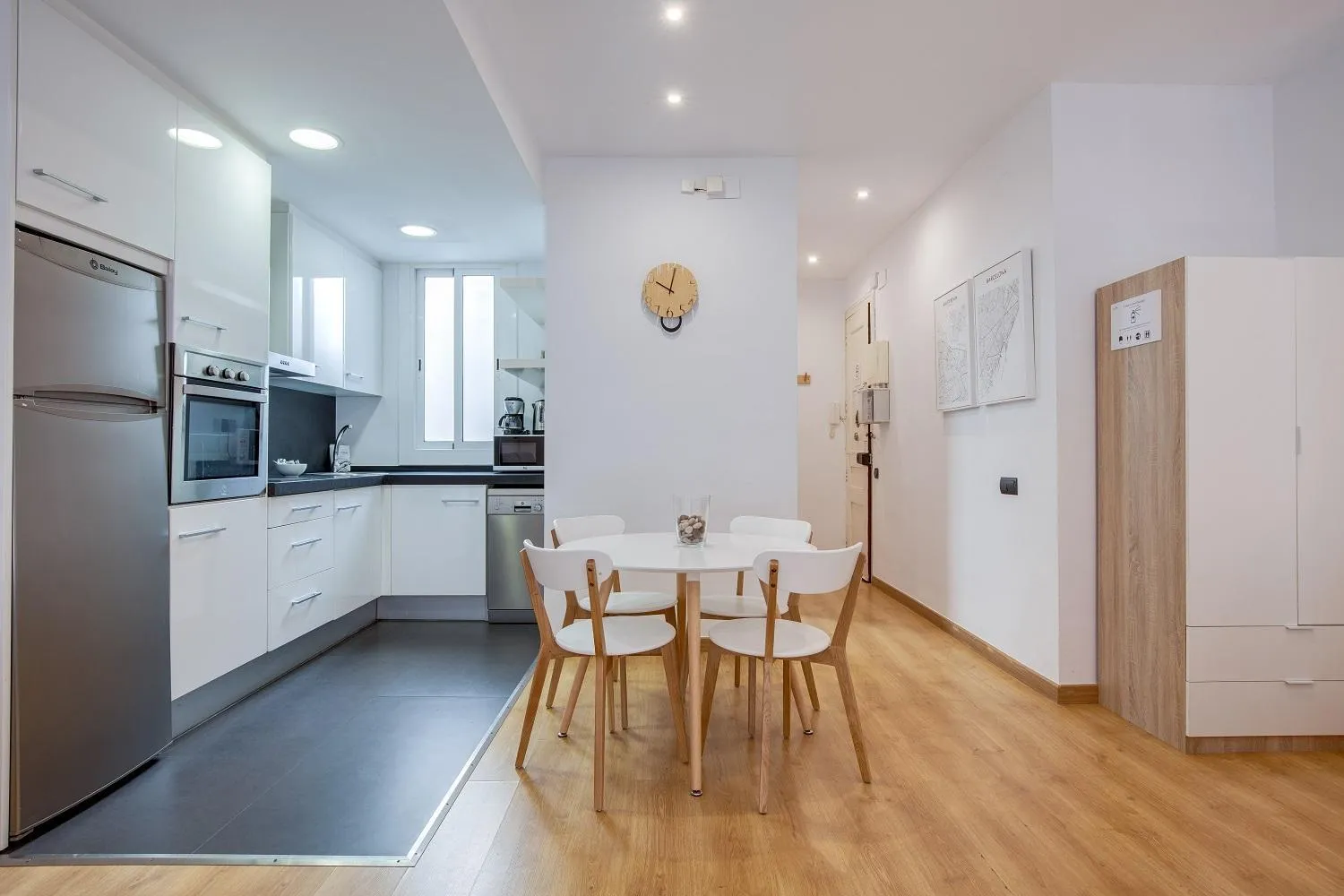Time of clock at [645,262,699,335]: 10:02
